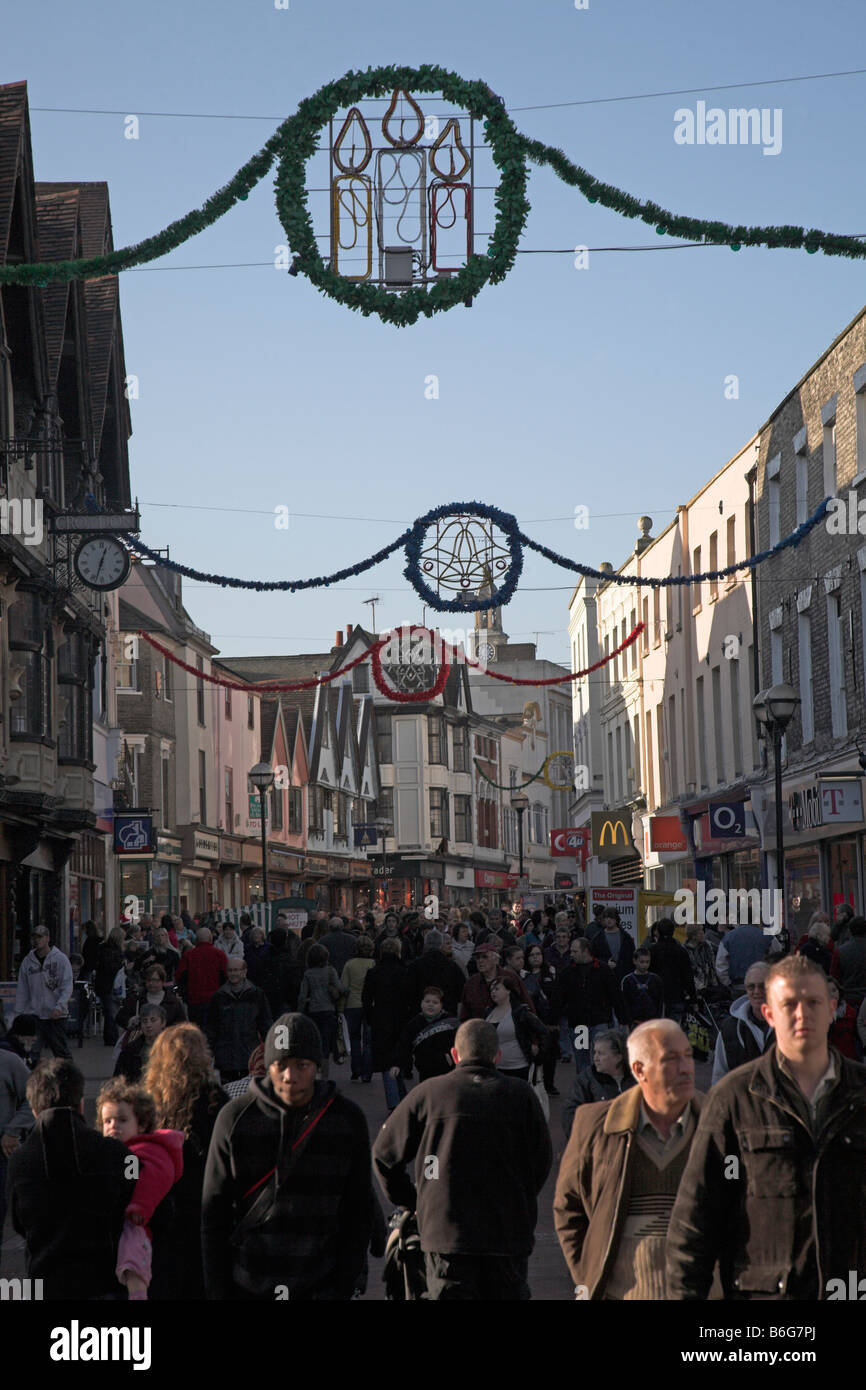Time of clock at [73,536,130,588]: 12:32
